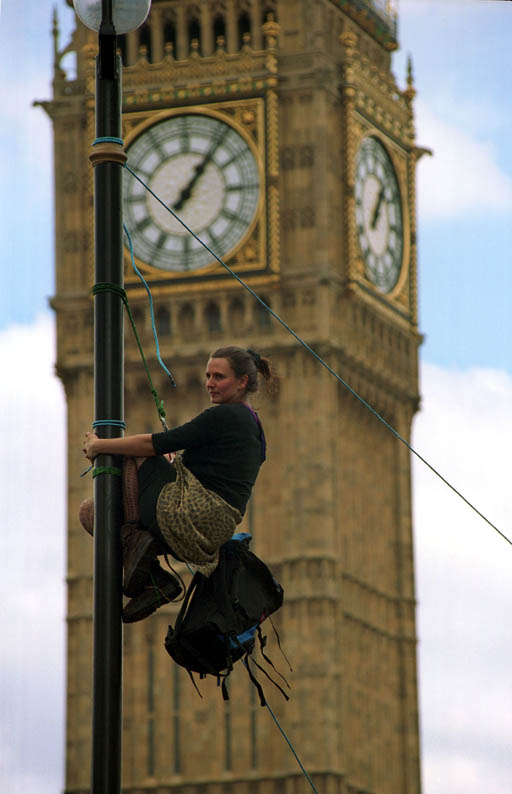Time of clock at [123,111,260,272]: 1:06
